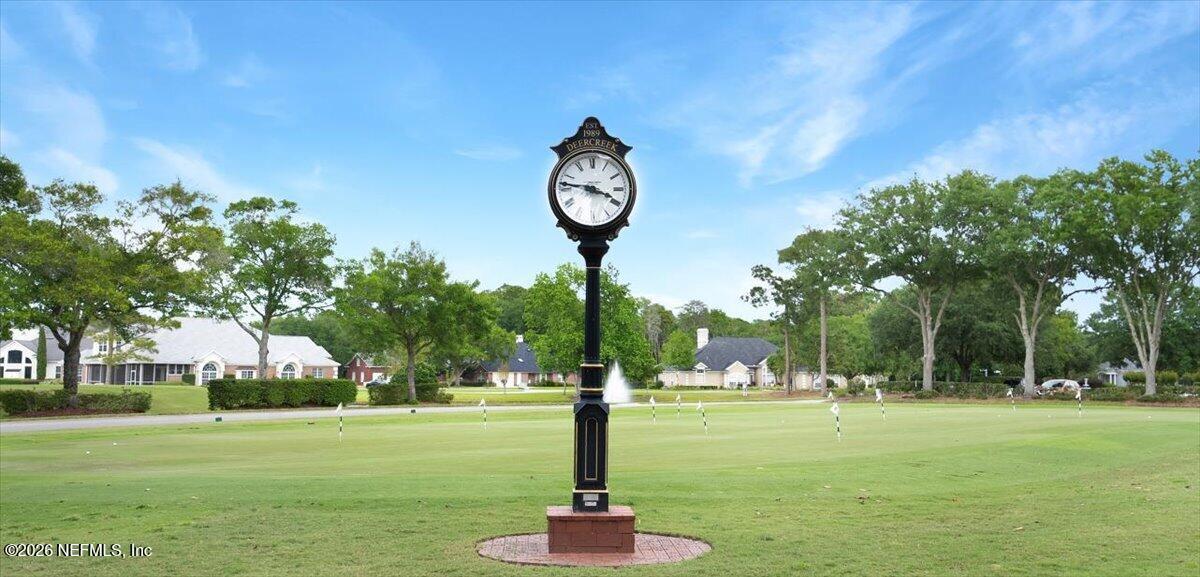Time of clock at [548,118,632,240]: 3:46
